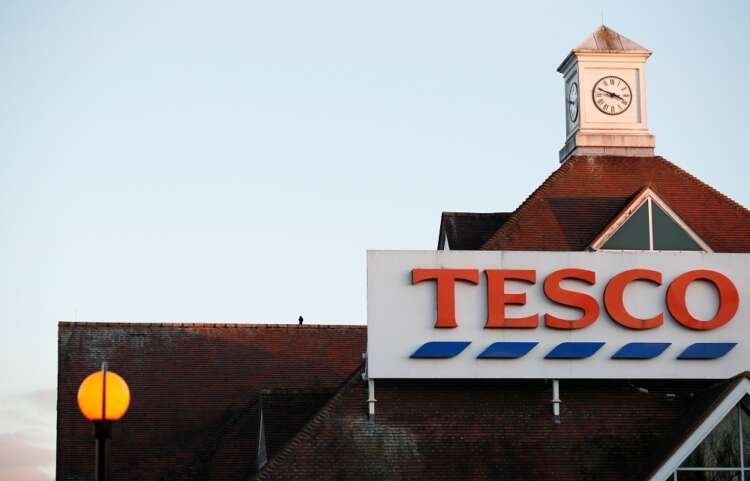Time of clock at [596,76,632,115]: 3:48
